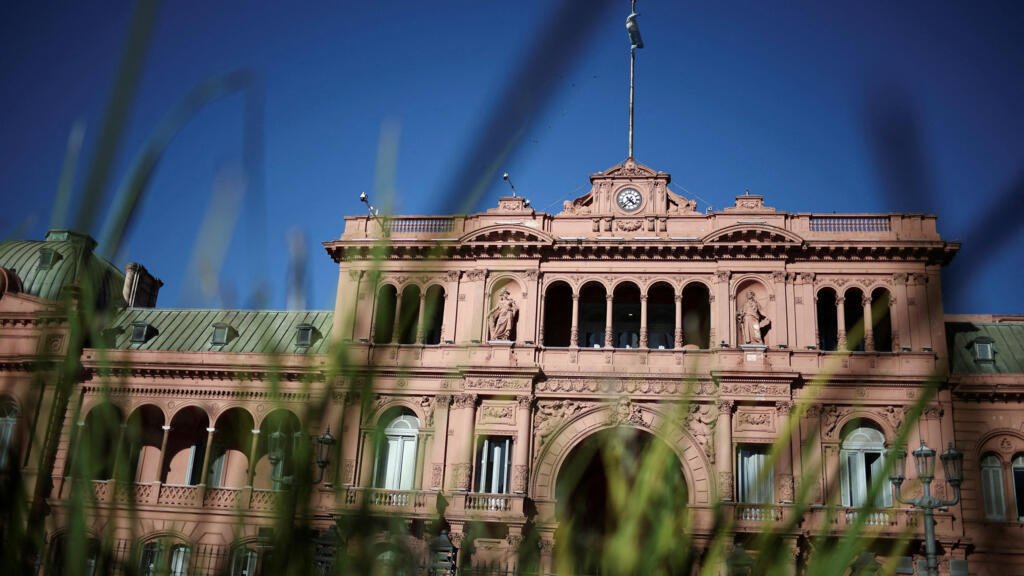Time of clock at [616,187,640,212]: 4:36
